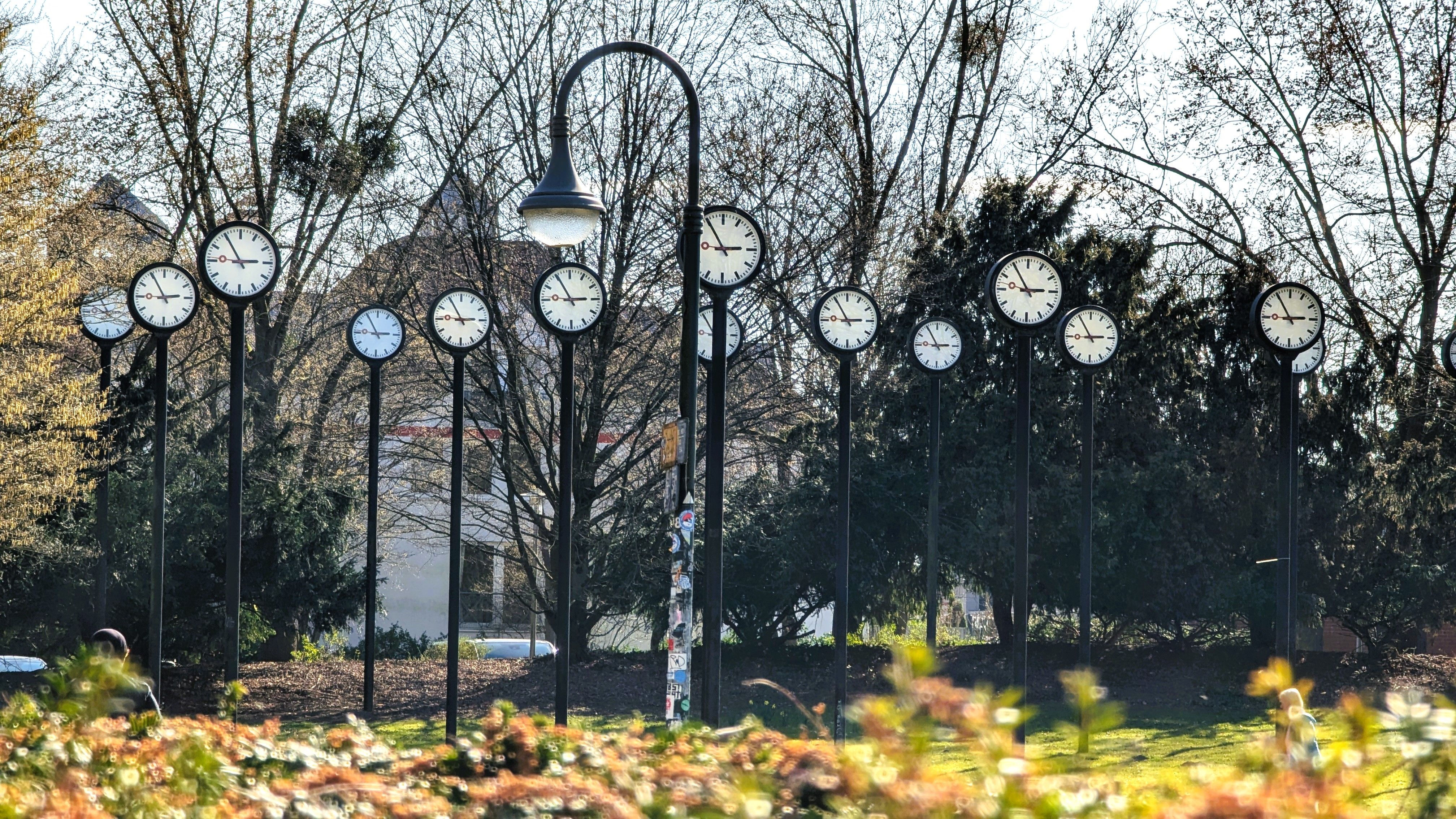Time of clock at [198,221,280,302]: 2:54
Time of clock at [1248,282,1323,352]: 2:55
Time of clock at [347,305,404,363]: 2:54
